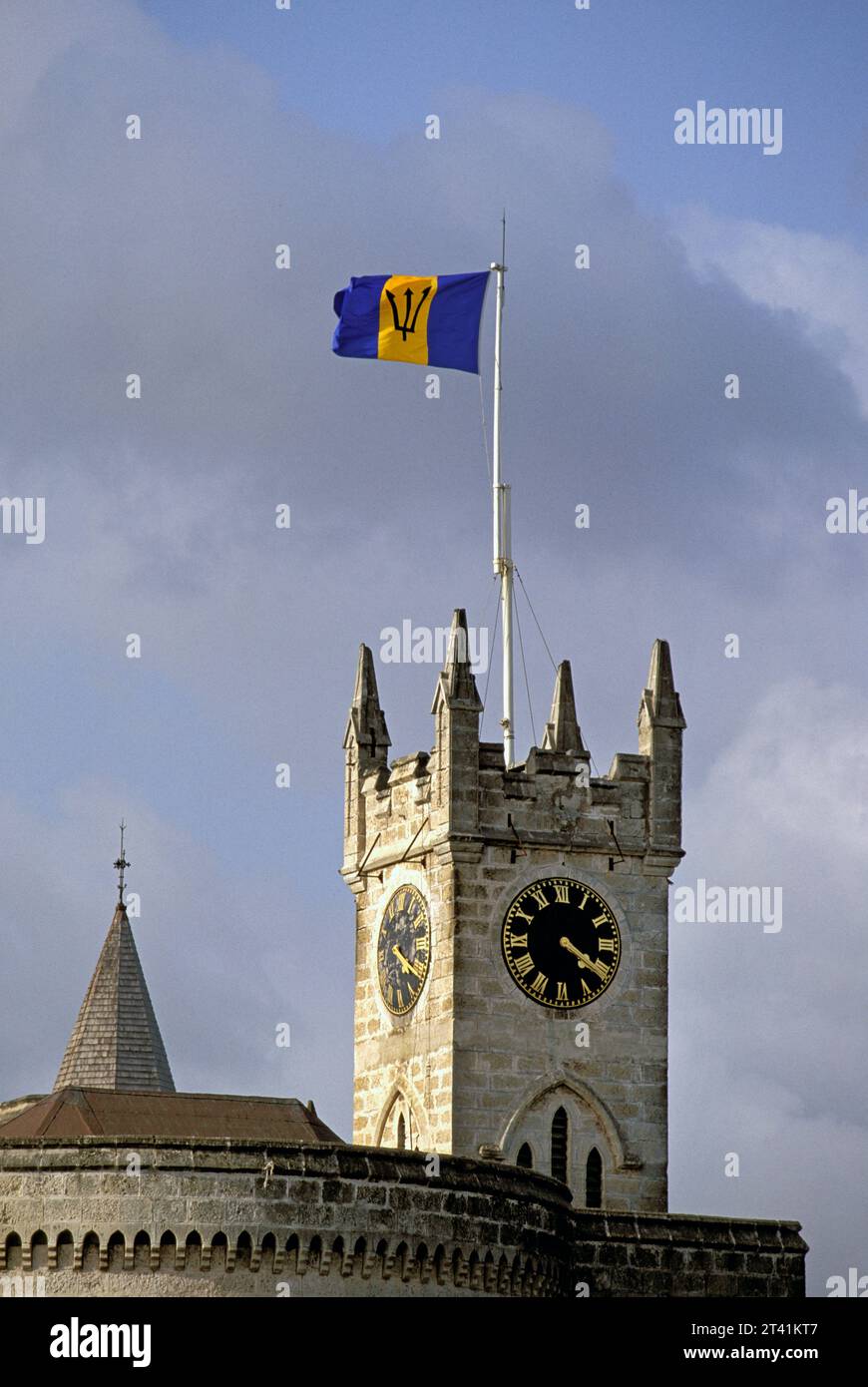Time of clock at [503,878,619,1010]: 4:20
